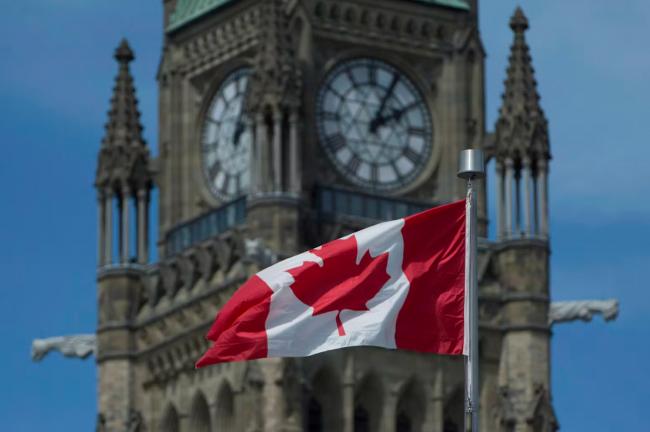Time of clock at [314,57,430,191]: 2:04
